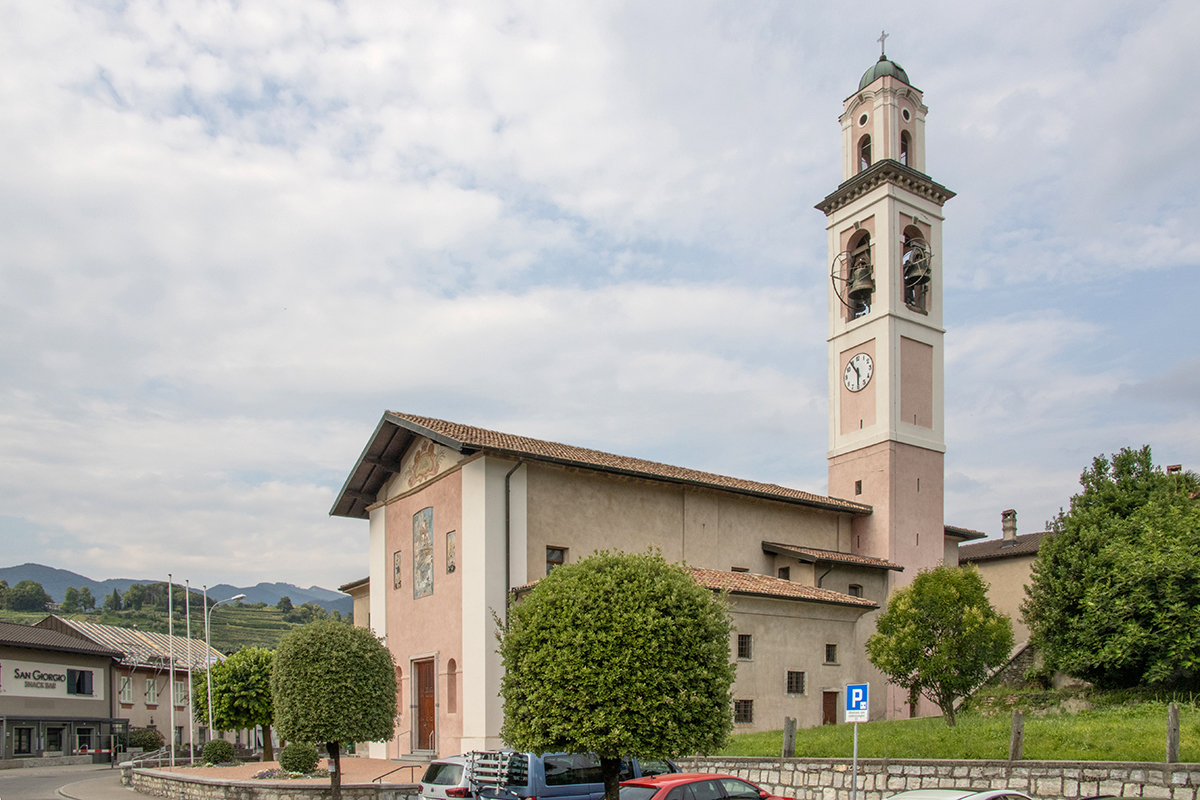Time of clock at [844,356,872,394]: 5:54
